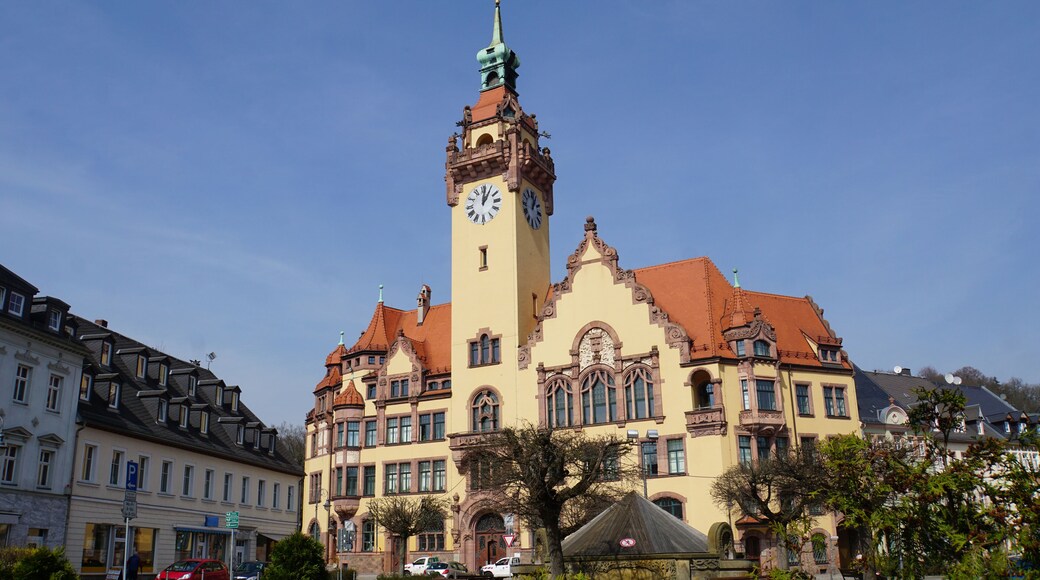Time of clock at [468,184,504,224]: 1:01
